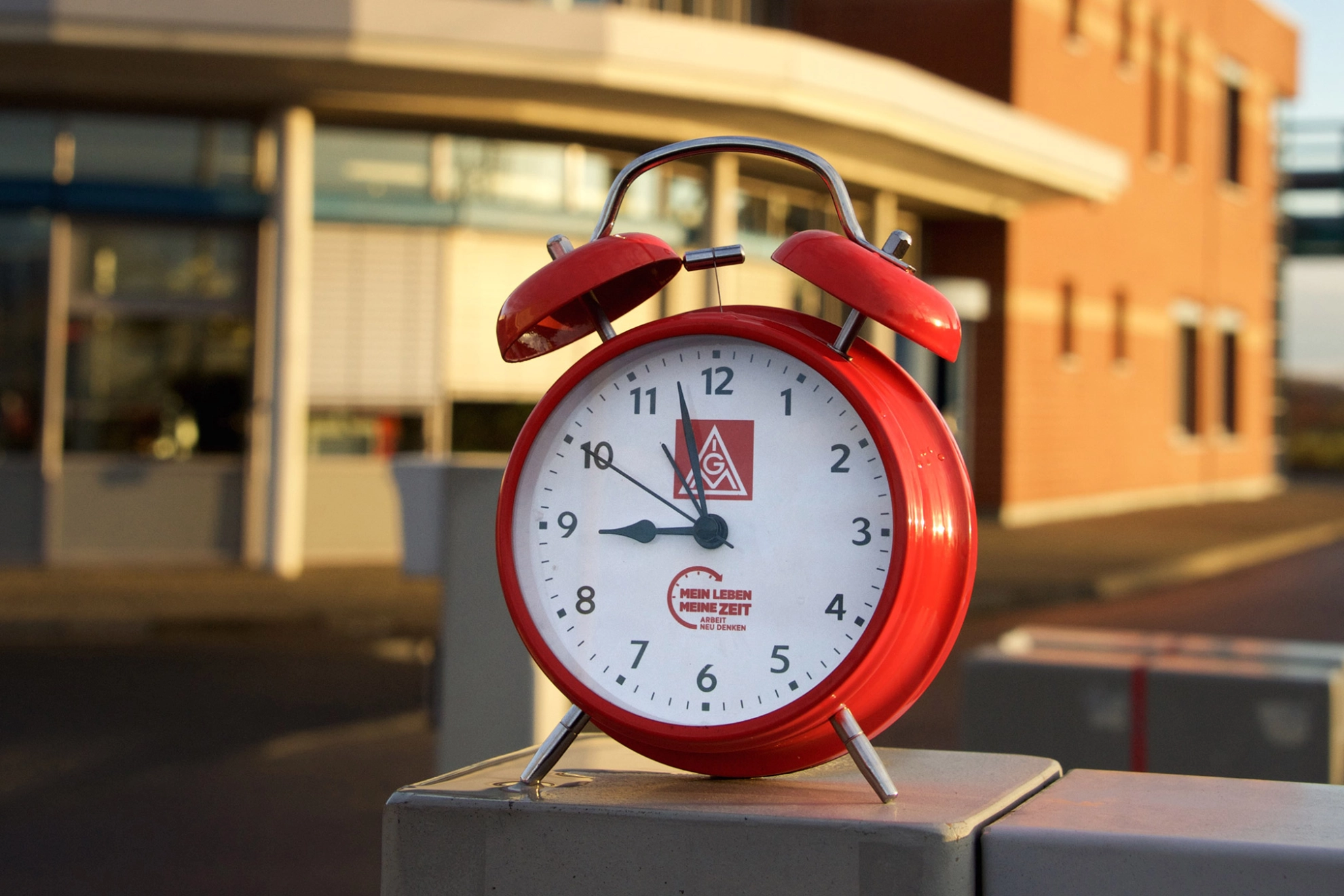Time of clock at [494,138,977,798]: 8:57
